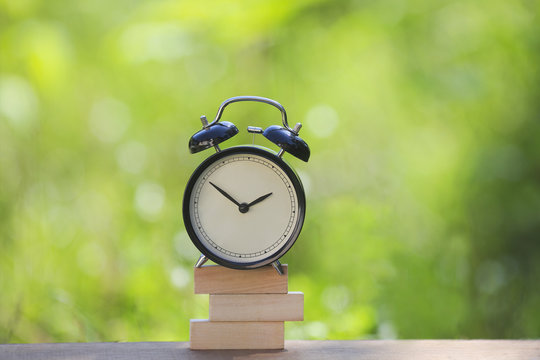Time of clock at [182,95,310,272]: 1:50
